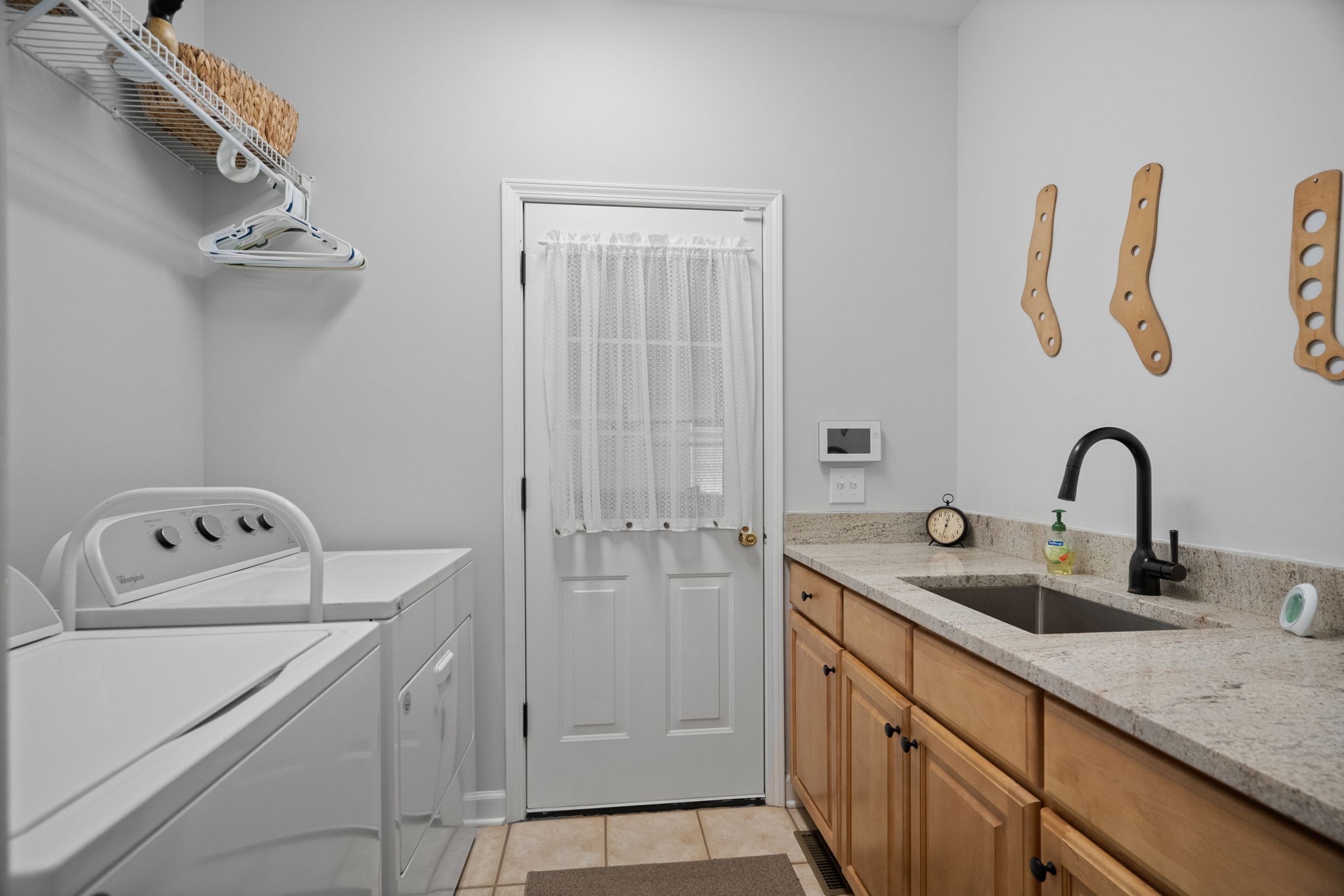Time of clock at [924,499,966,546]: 12:32
